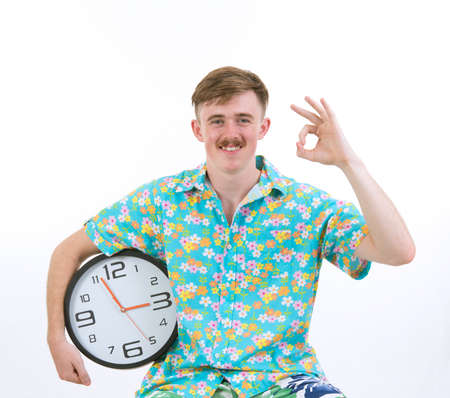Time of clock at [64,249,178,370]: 2:56
